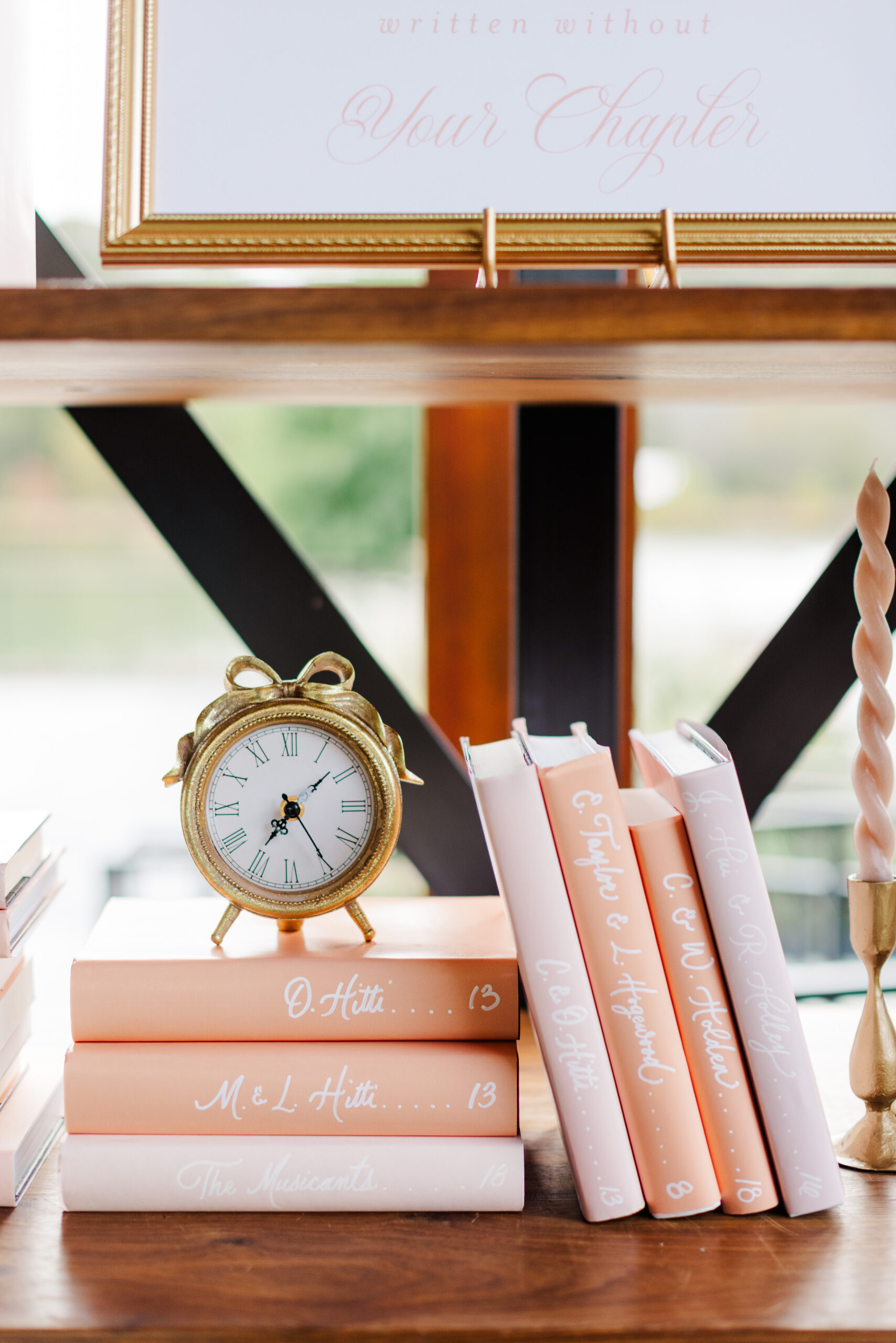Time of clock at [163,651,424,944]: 7:08
